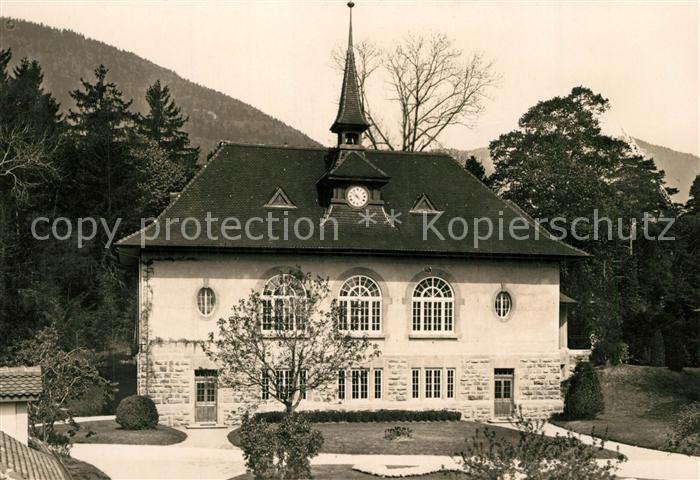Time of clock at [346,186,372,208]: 9:53
